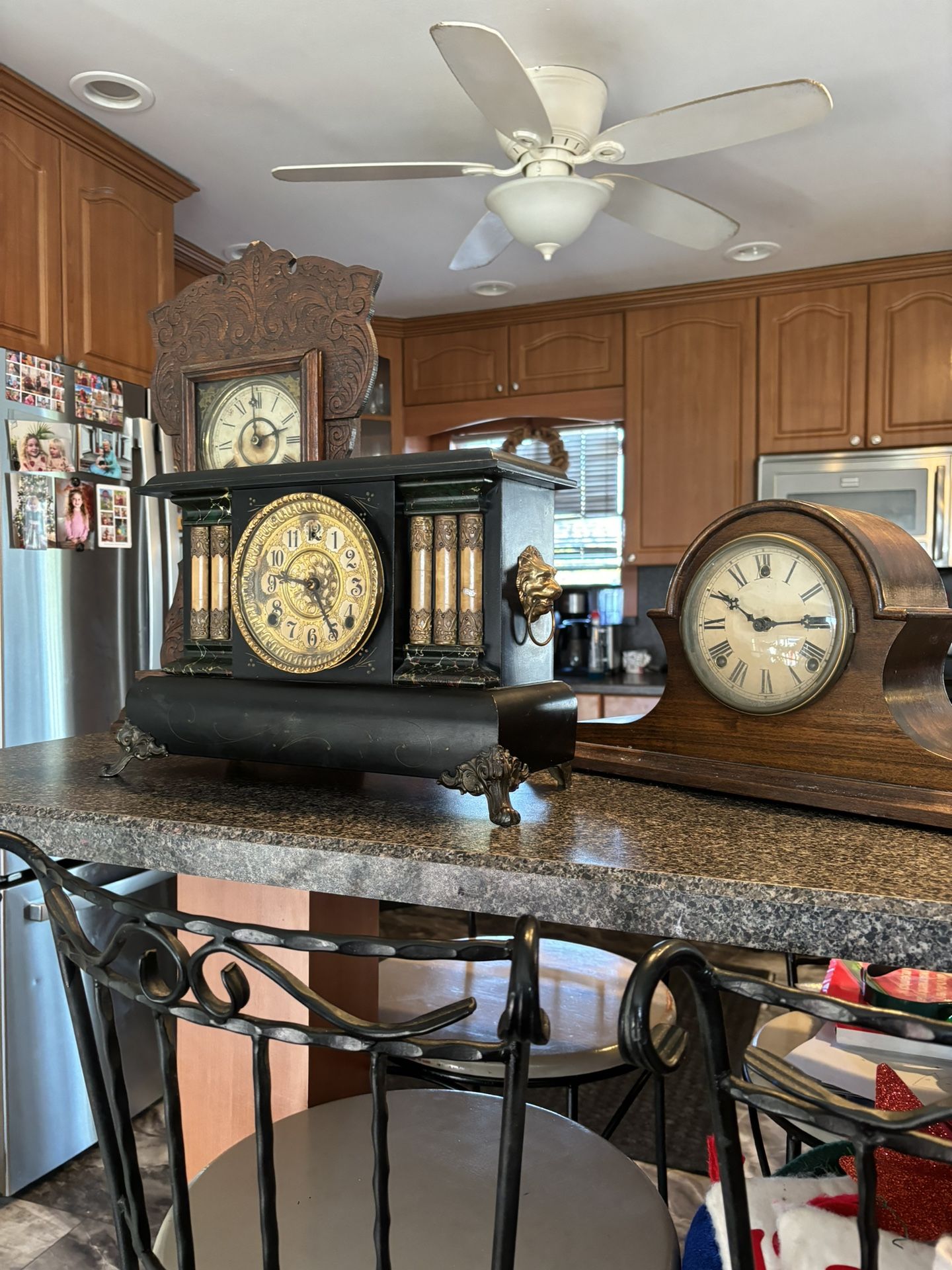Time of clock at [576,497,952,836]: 10:14
